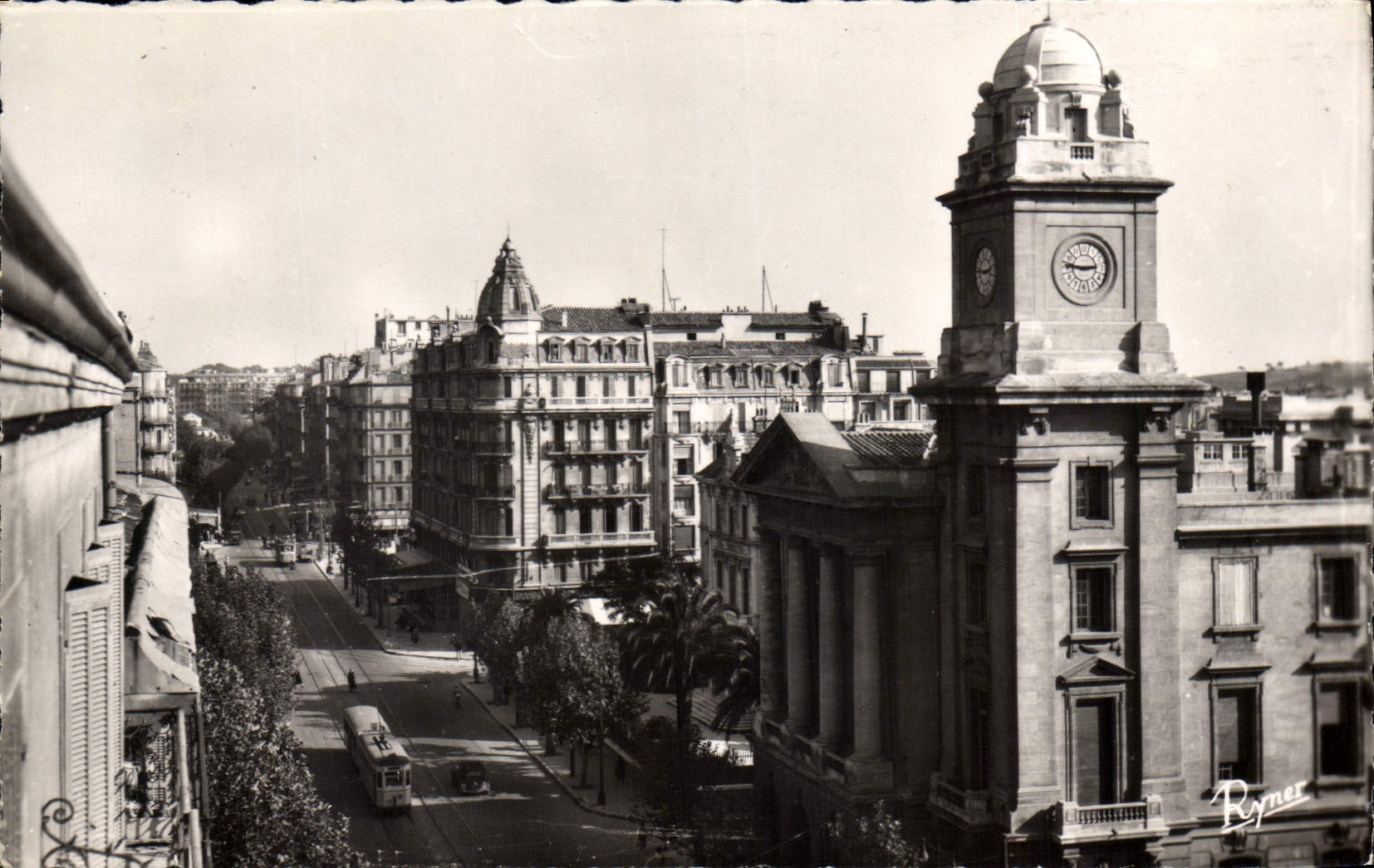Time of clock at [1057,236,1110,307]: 2:46
